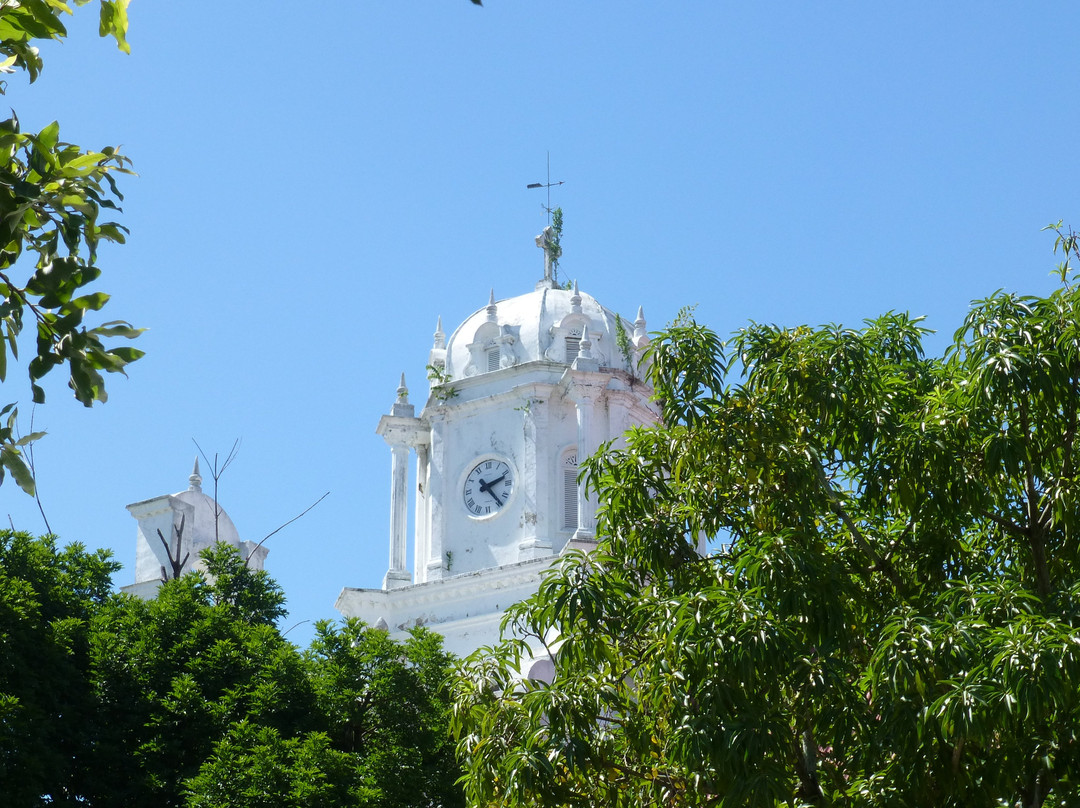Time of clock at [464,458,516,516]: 2:23
